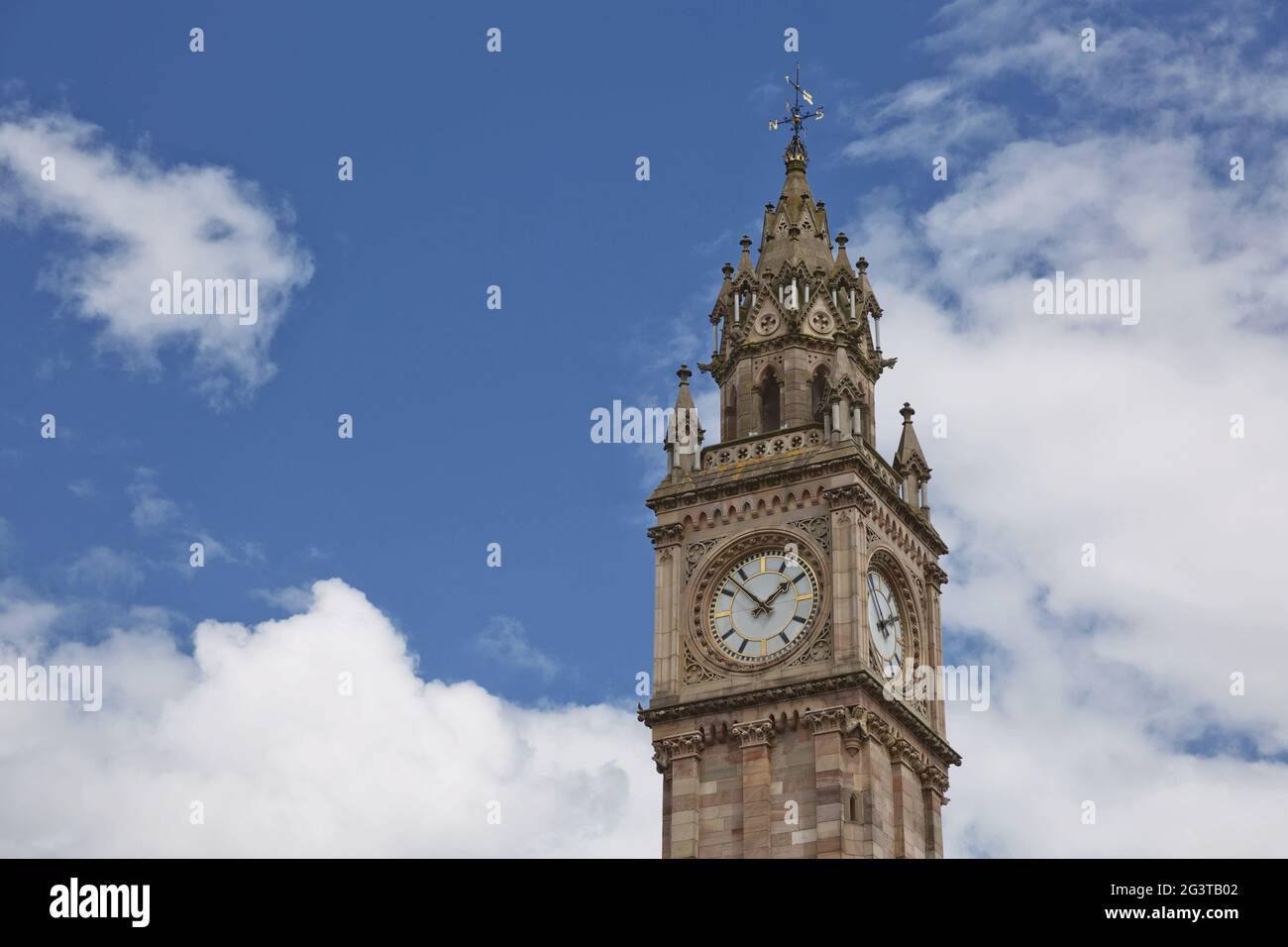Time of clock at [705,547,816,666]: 1:52
